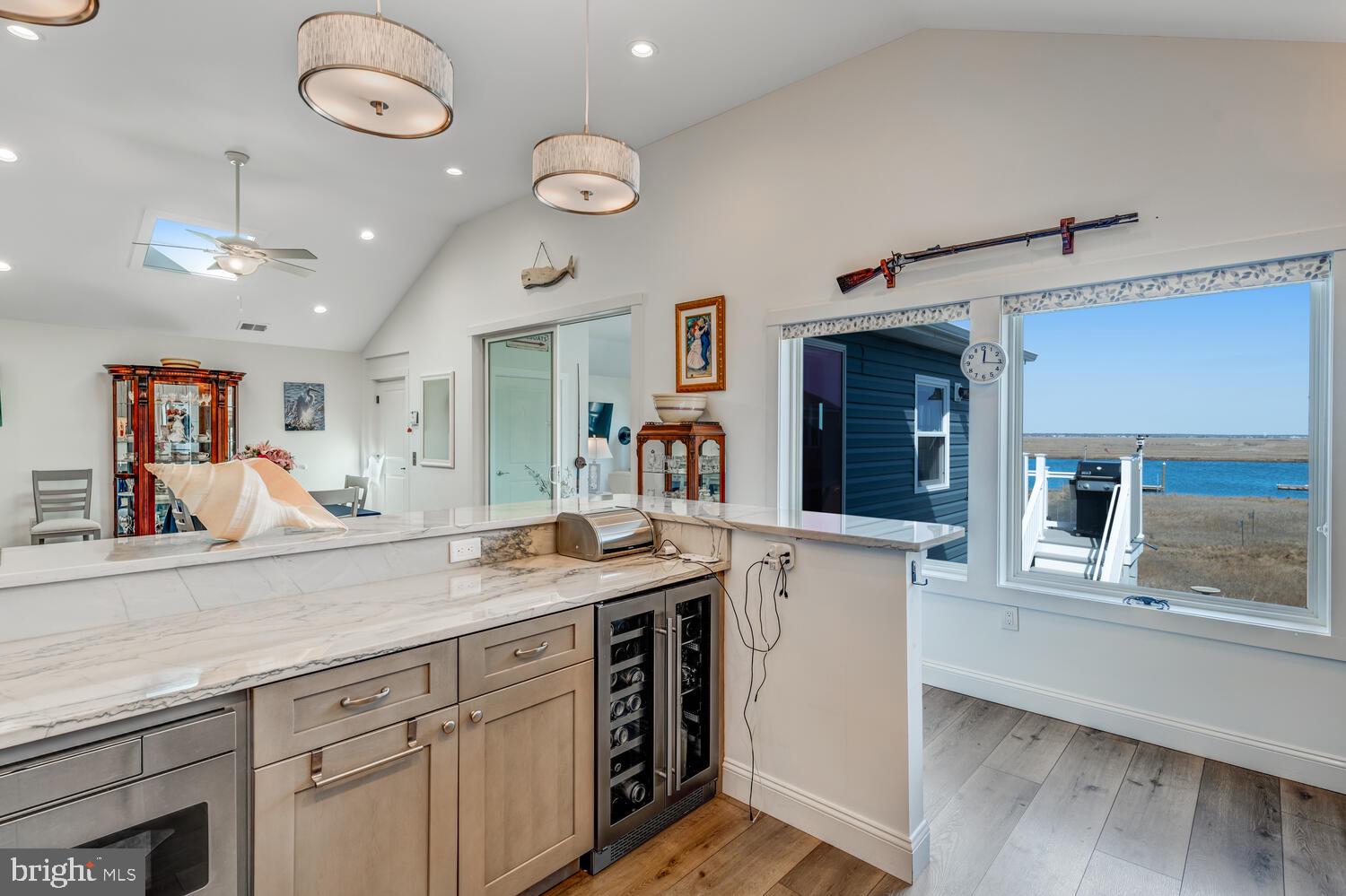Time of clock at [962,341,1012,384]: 12:16
